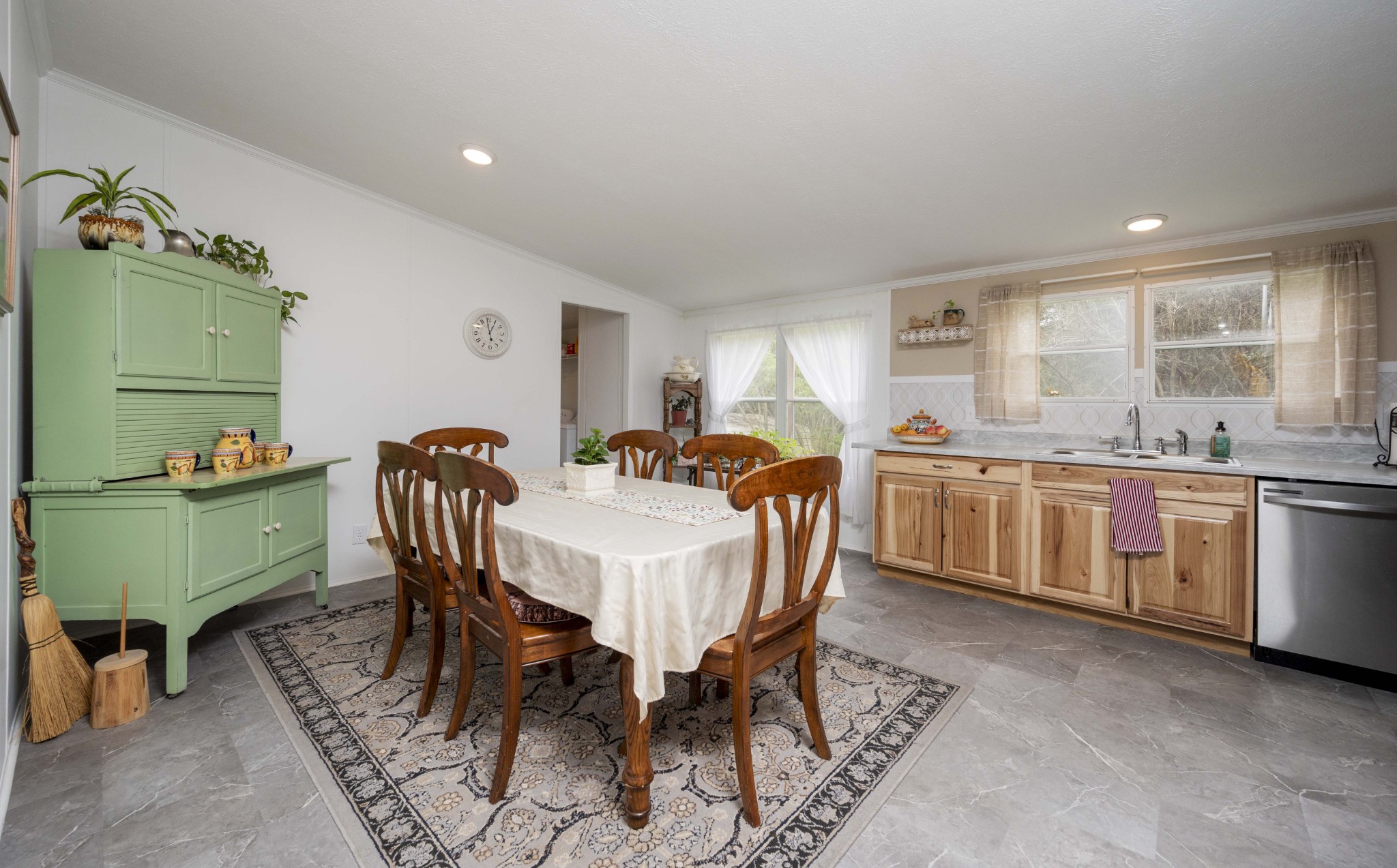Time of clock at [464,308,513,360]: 12:58
